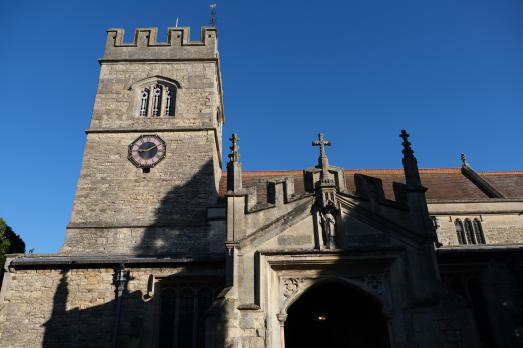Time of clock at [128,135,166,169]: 9:10
